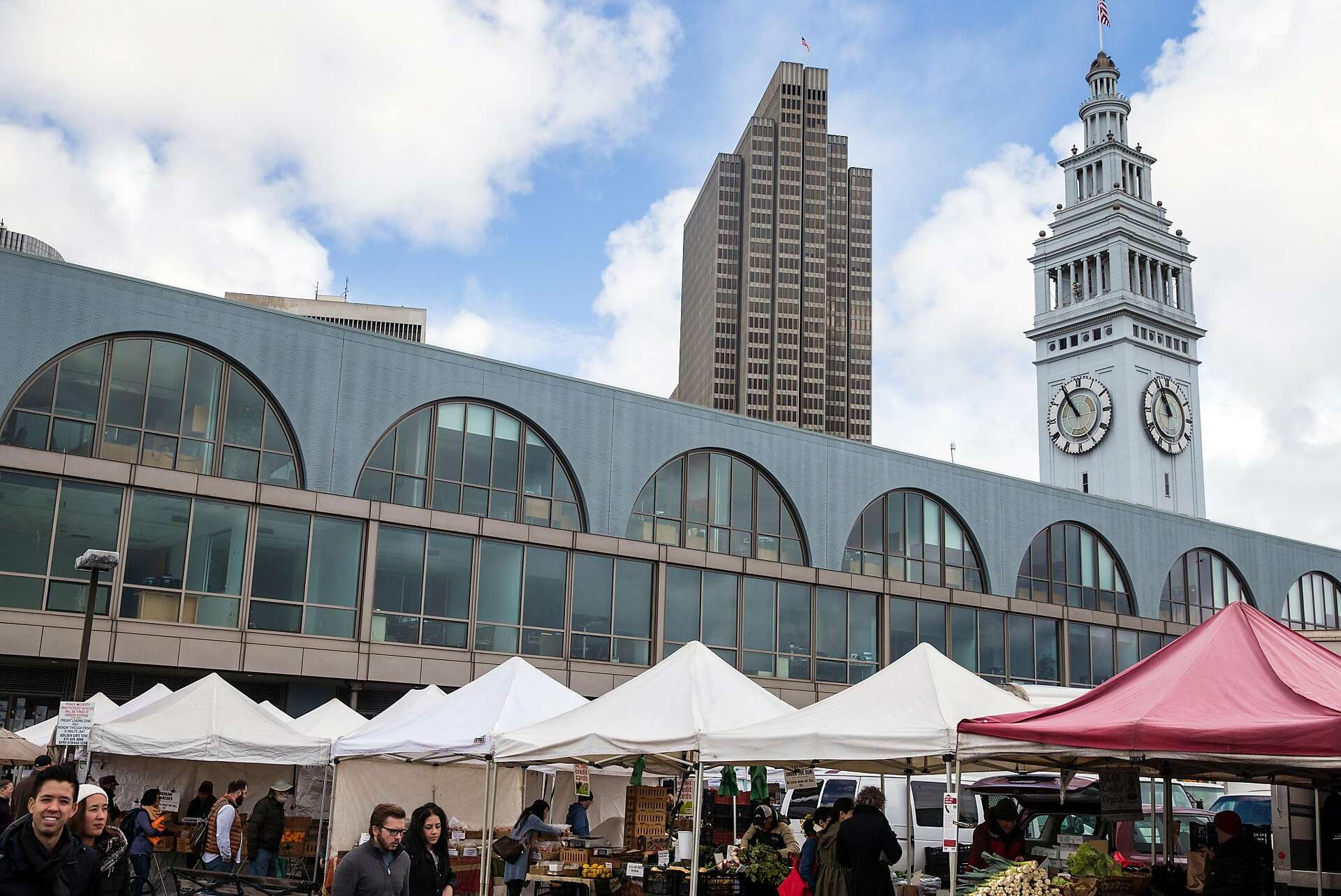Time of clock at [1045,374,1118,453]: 10:54
